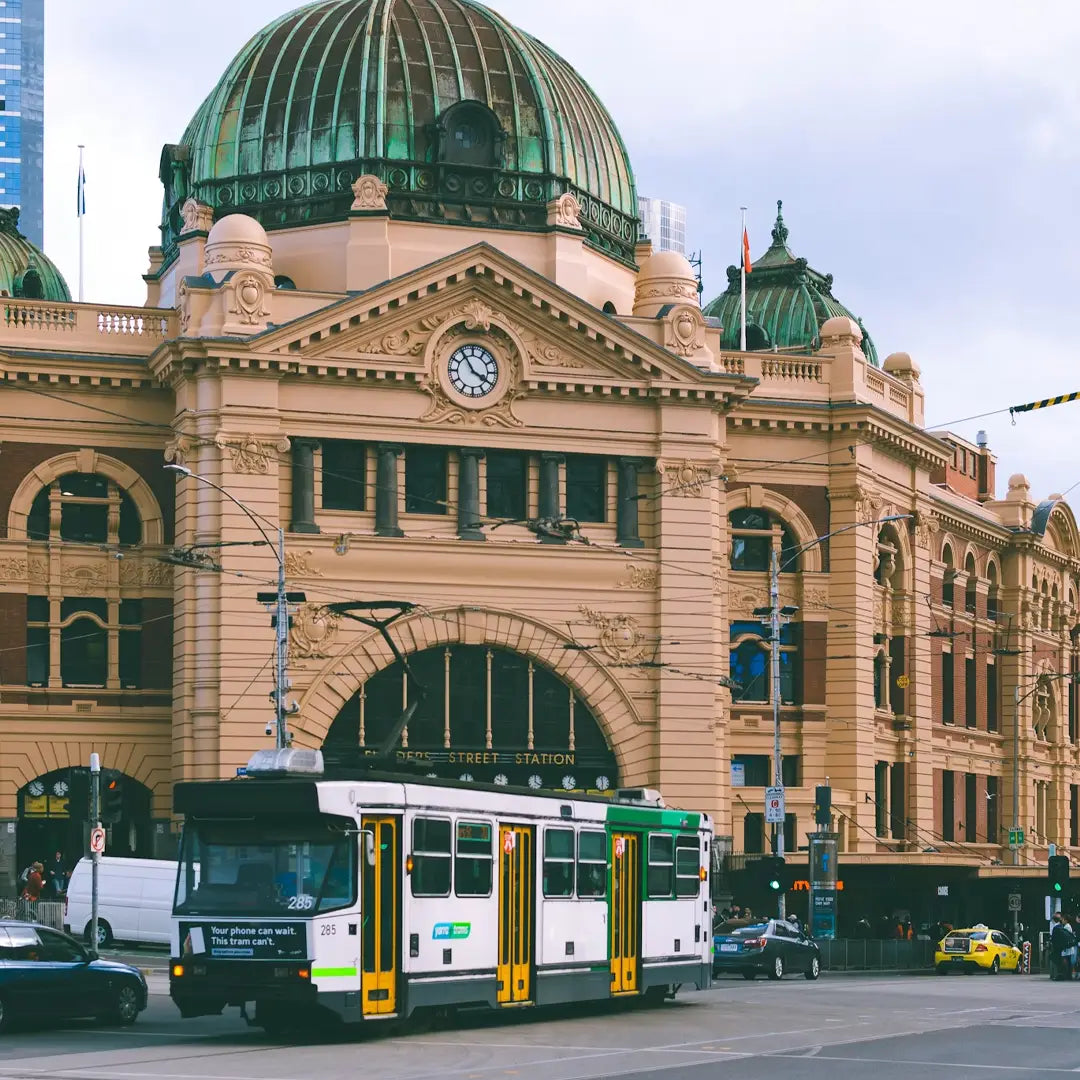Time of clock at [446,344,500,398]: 3:54
